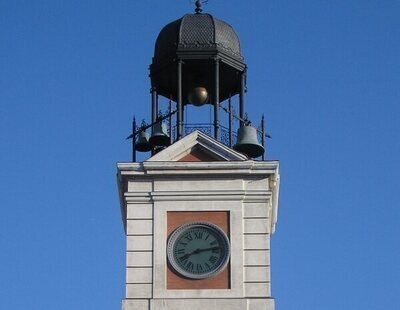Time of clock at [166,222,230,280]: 8:13
